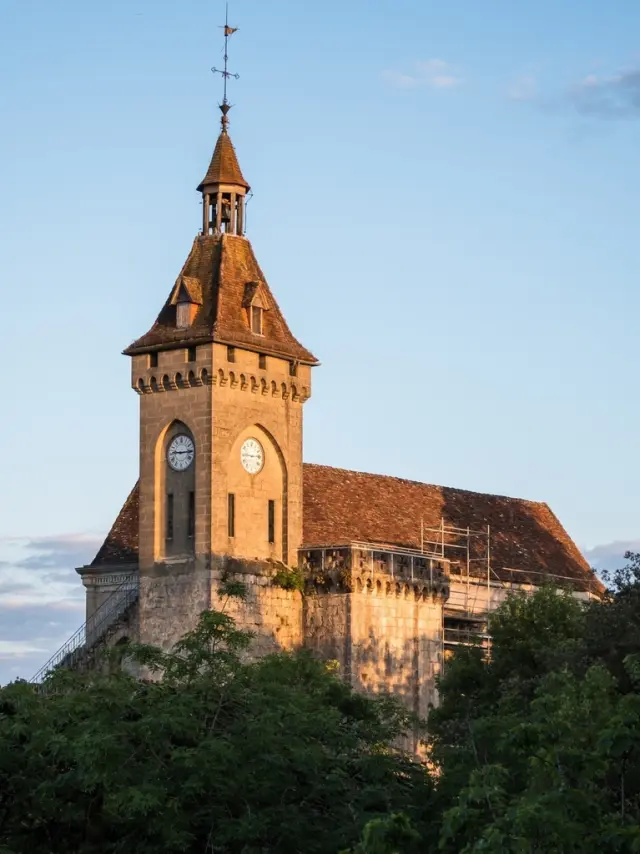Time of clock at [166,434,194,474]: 9:15
